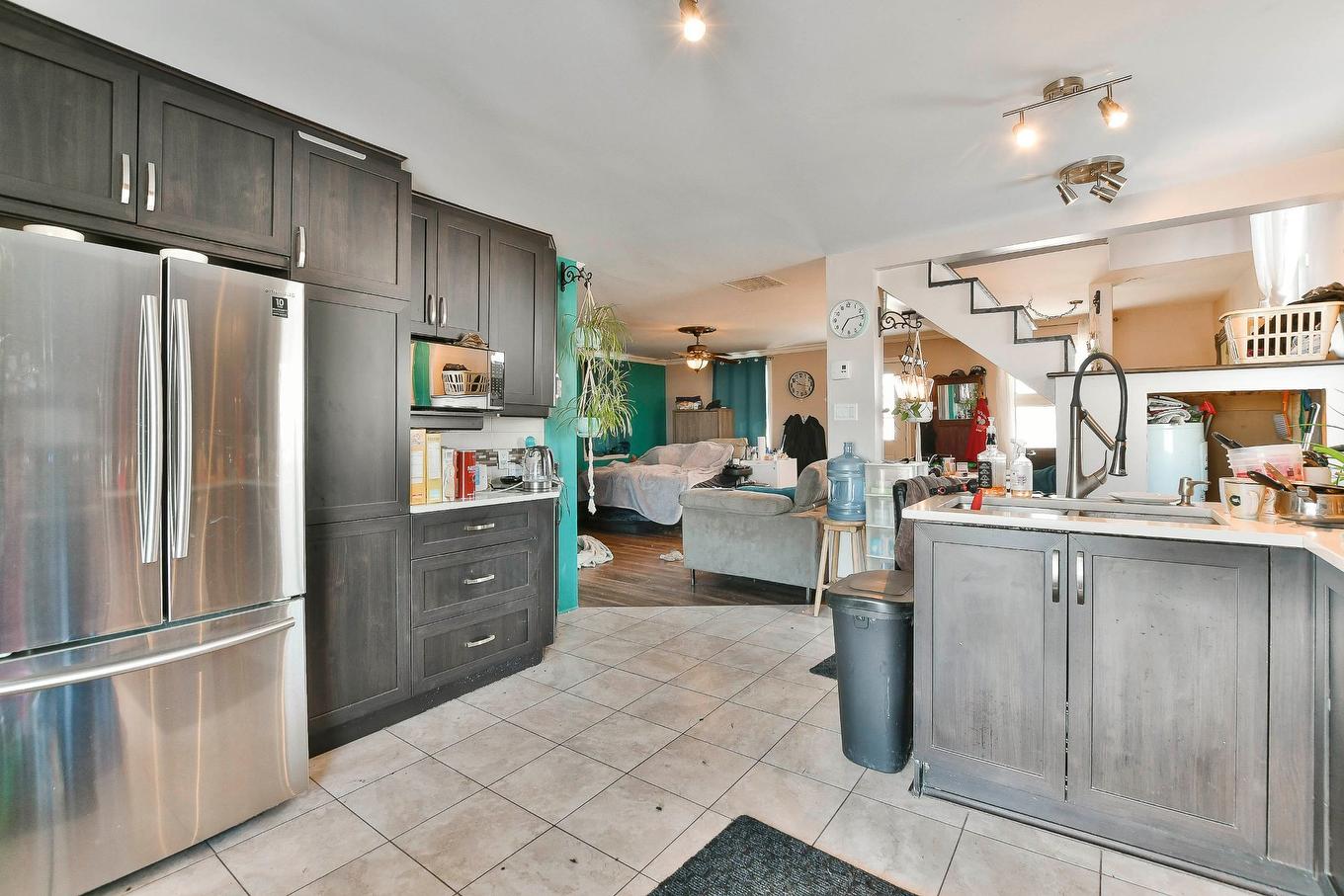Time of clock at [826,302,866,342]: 7:13
